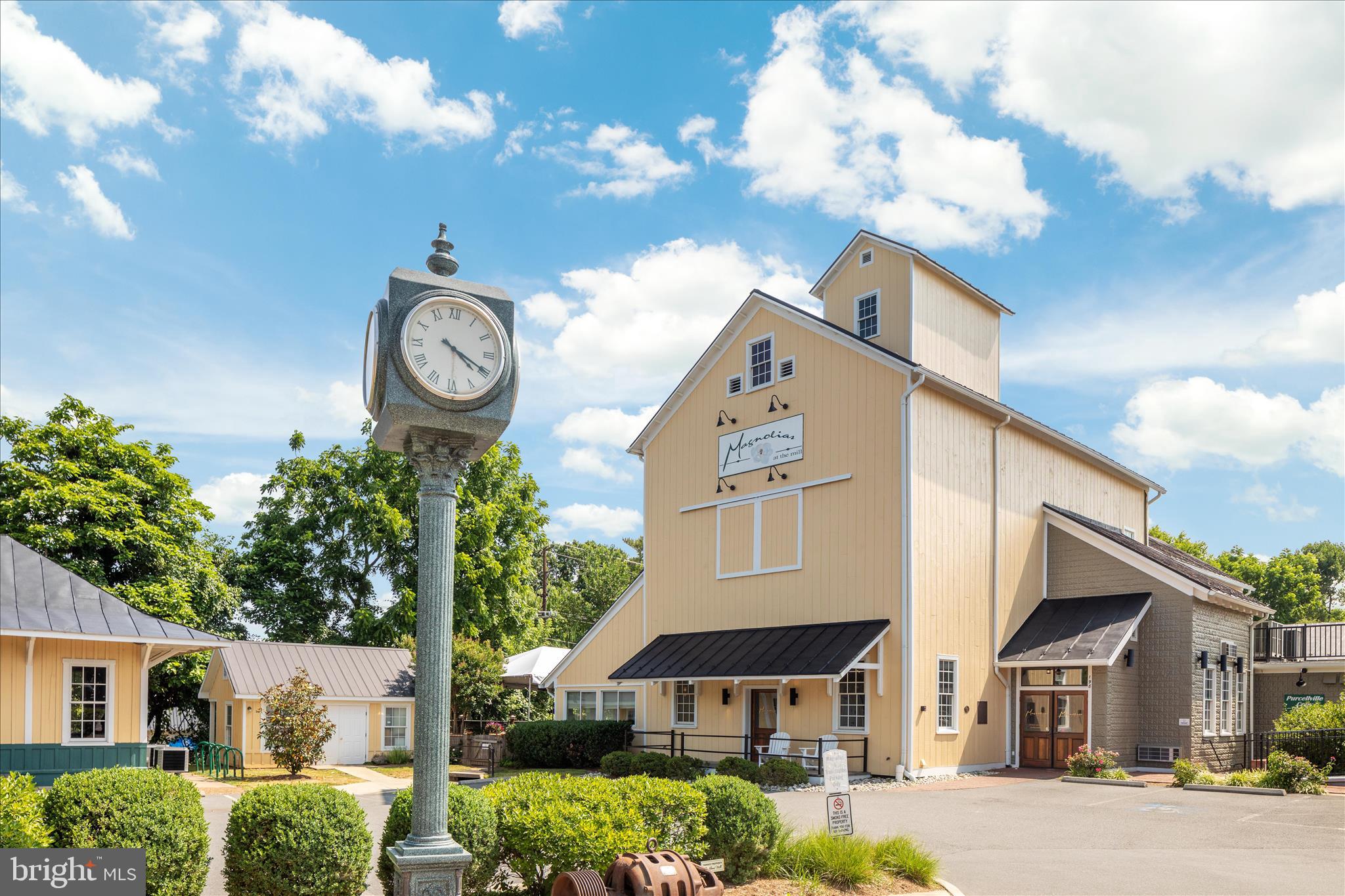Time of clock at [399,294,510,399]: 4:19
